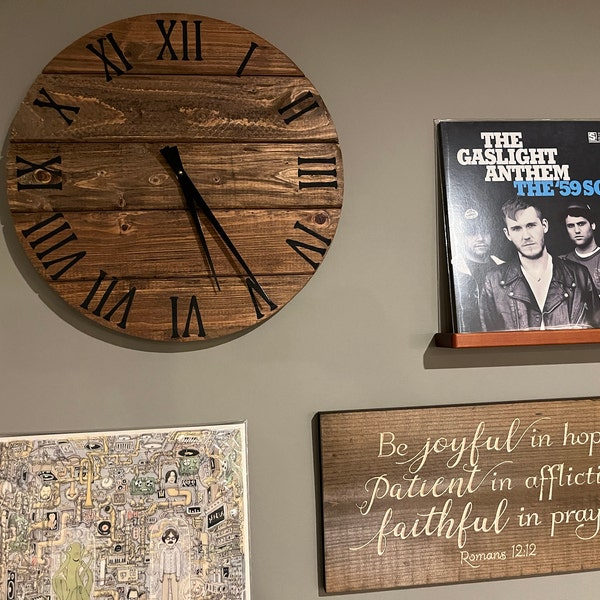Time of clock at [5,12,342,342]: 5:24
